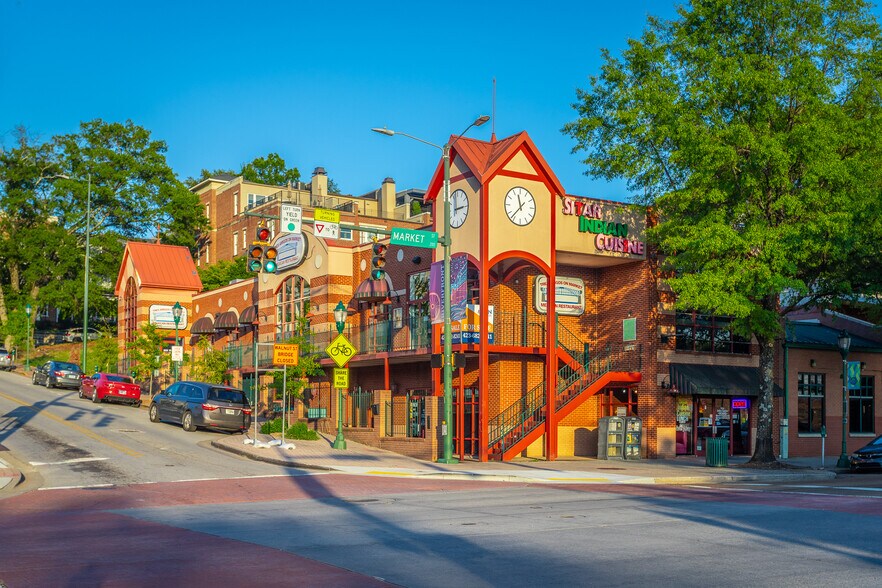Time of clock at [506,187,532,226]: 11:36
